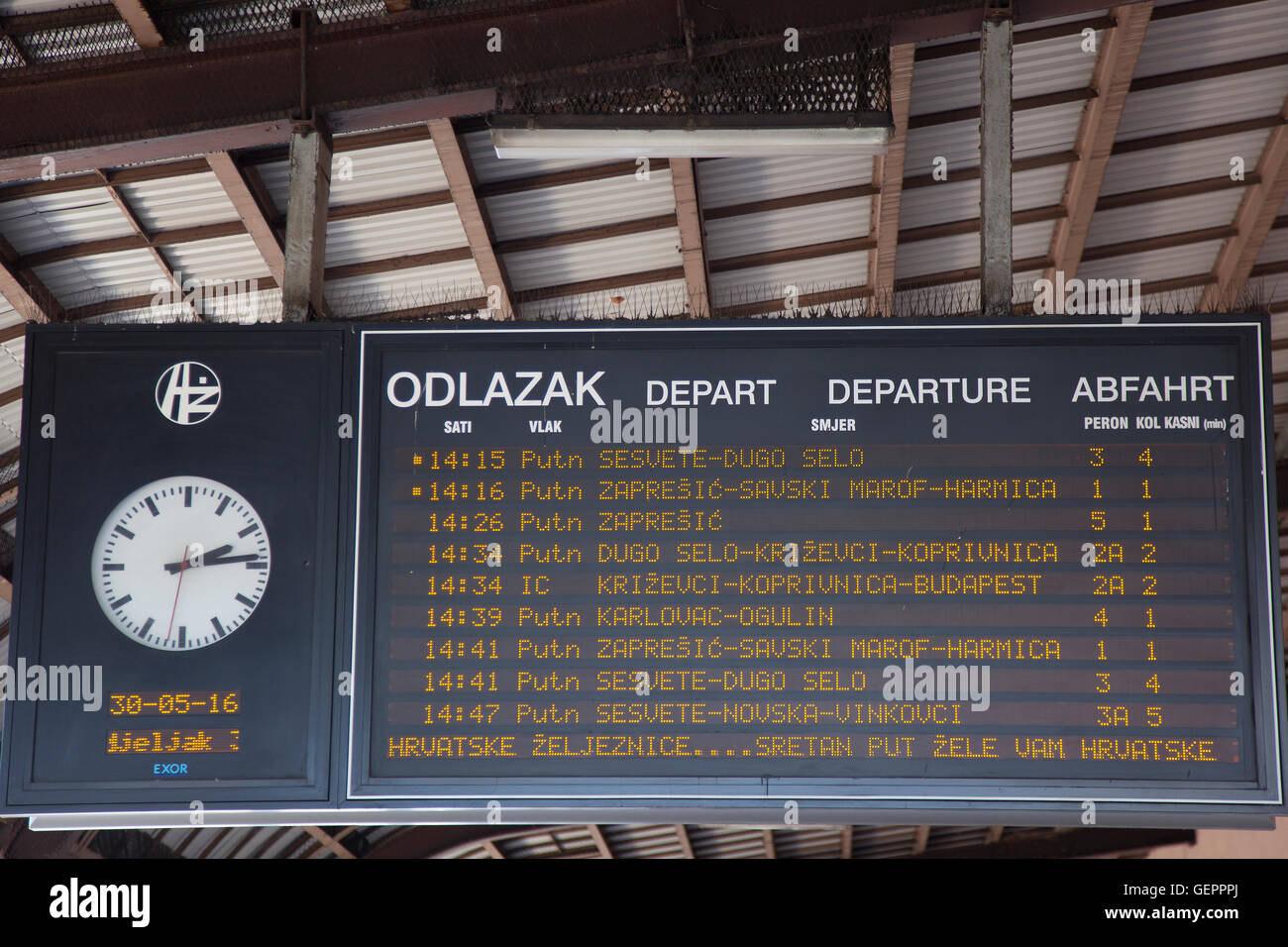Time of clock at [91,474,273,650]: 2:13
